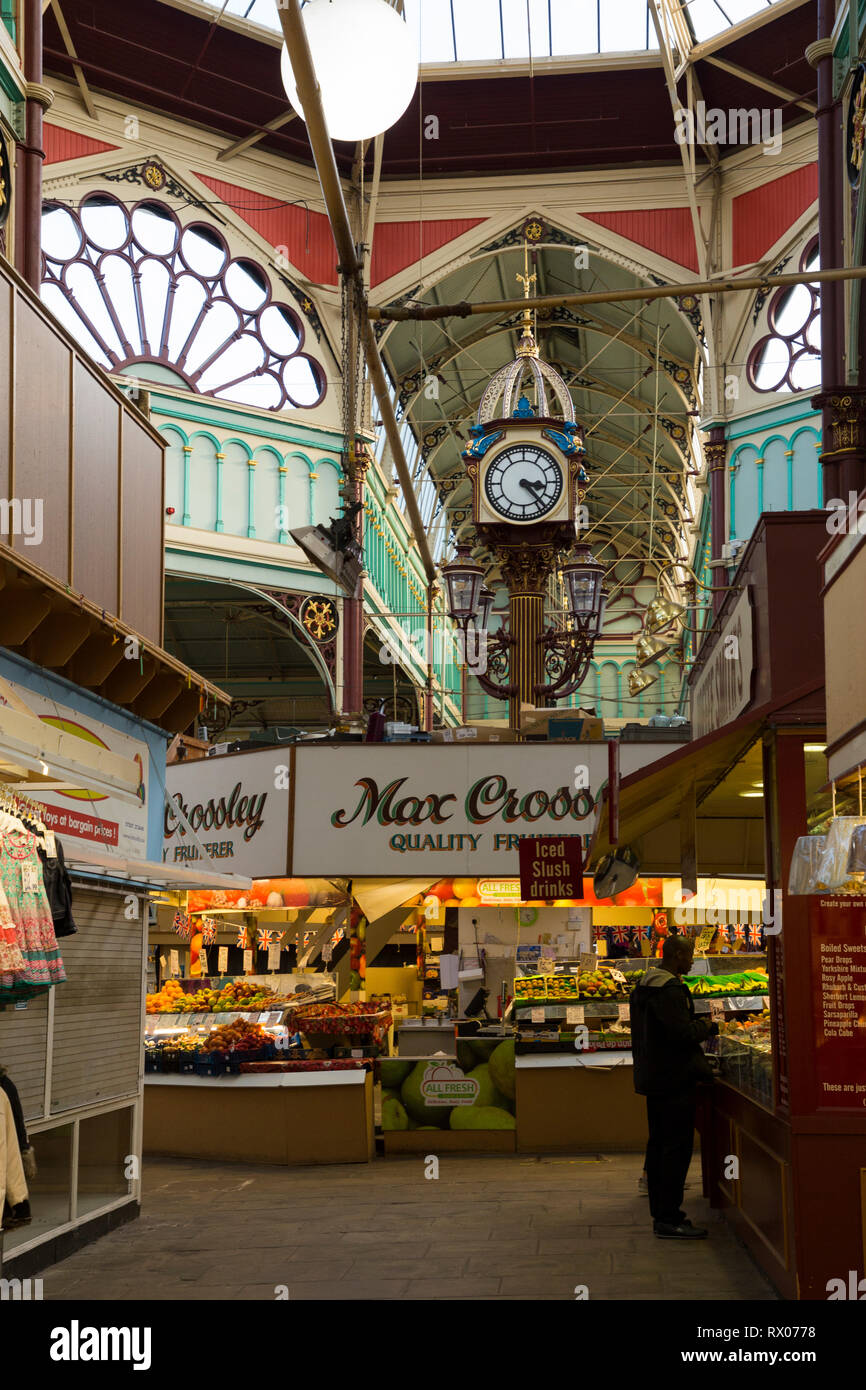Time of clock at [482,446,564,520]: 3:23
